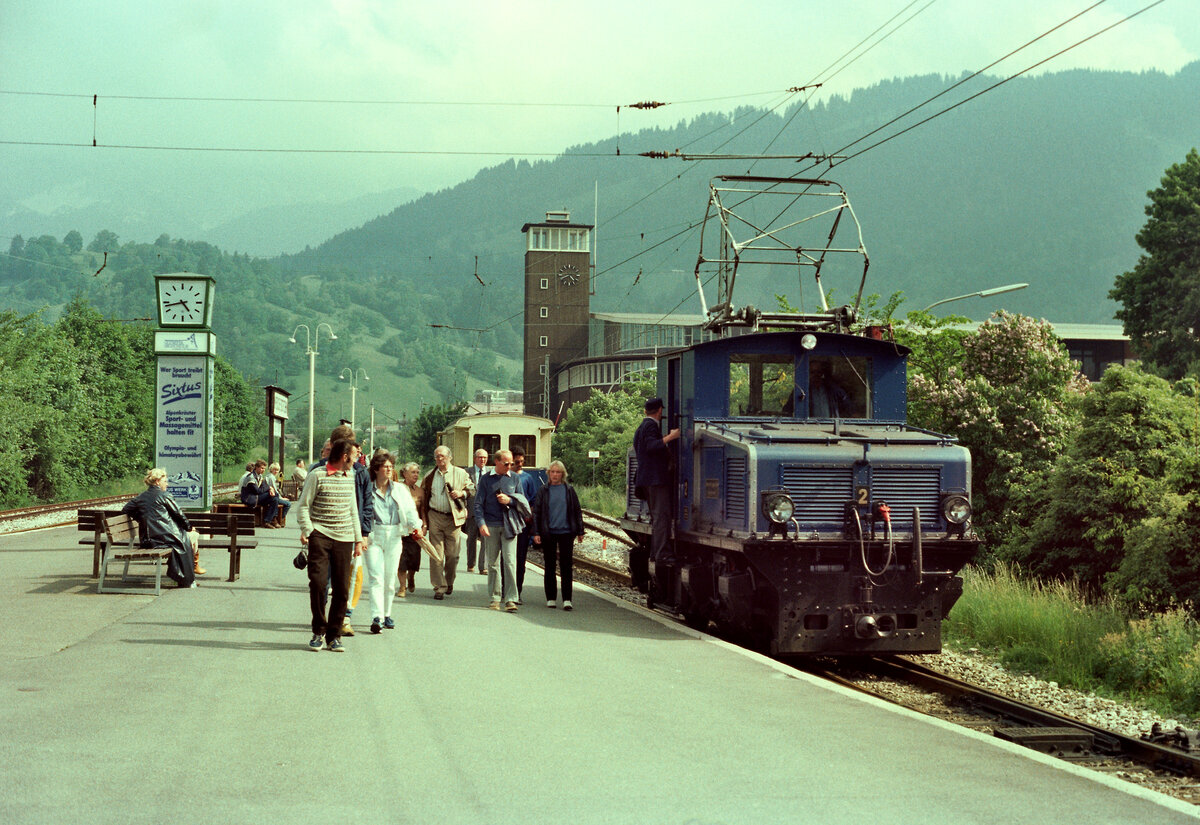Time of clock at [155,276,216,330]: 4:42
